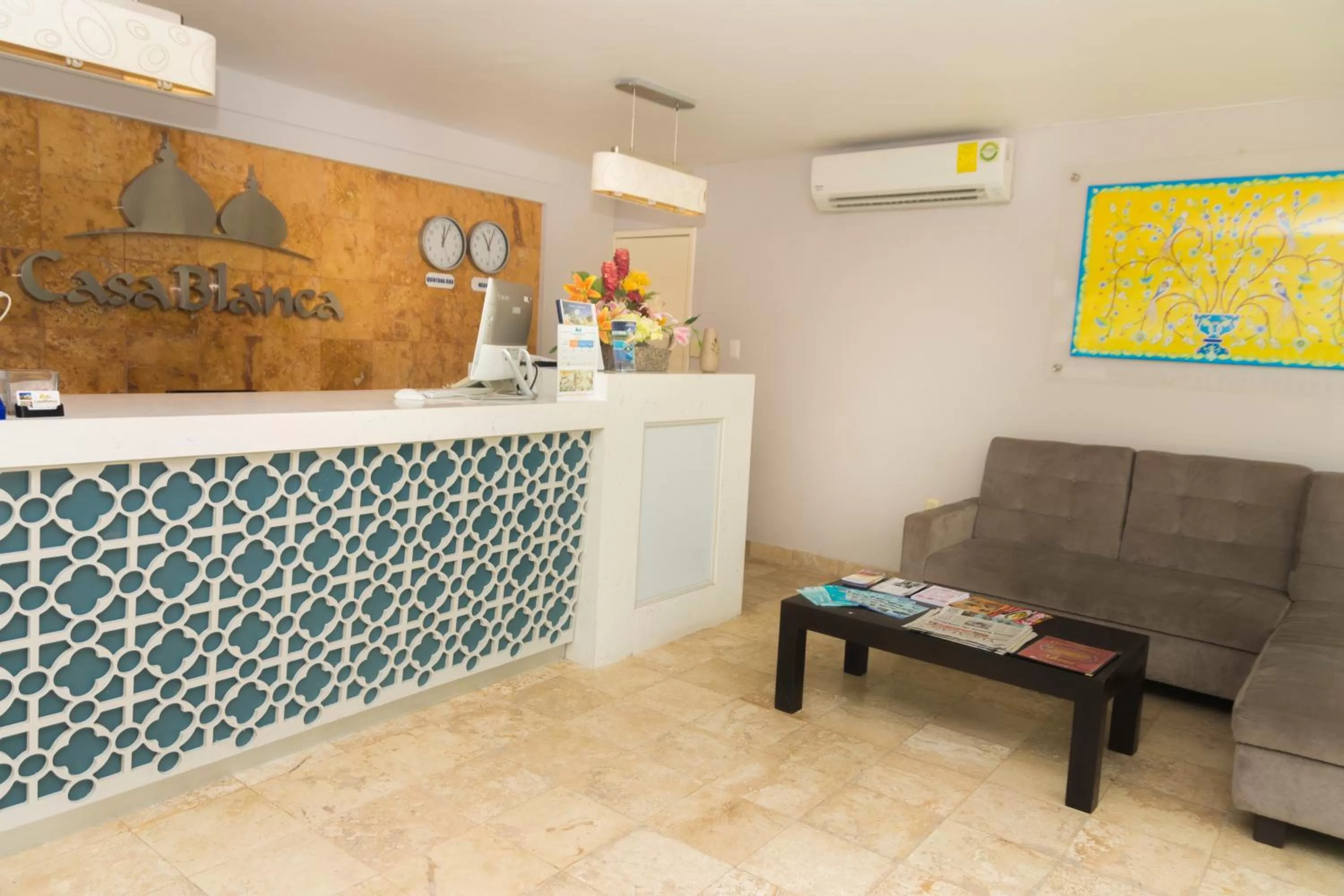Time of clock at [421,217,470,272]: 12:03
